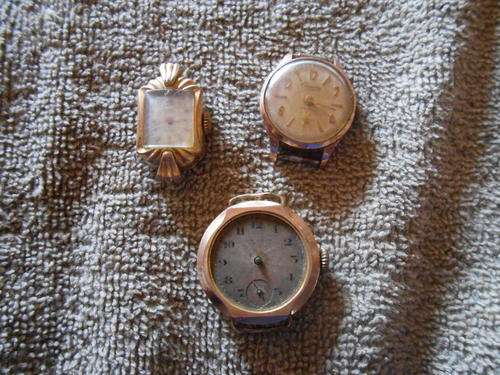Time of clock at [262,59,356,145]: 6:16
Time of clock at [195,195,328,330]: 5:26
